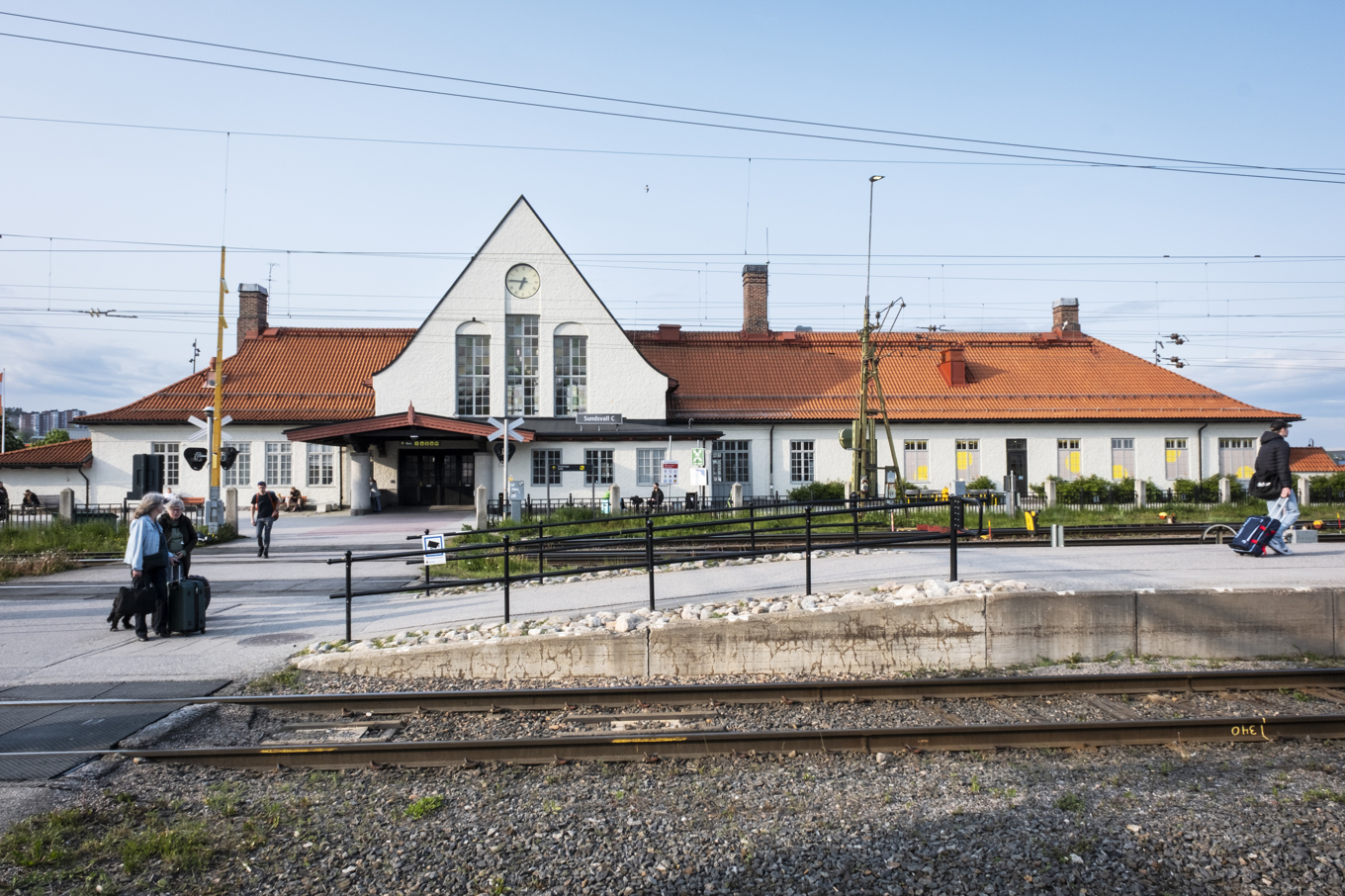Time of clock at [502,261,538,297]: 6:45
